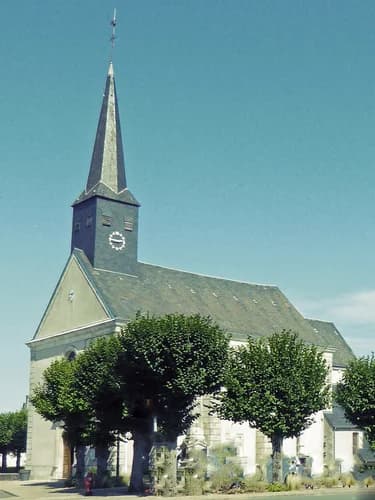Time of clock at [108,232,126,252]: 2:46
